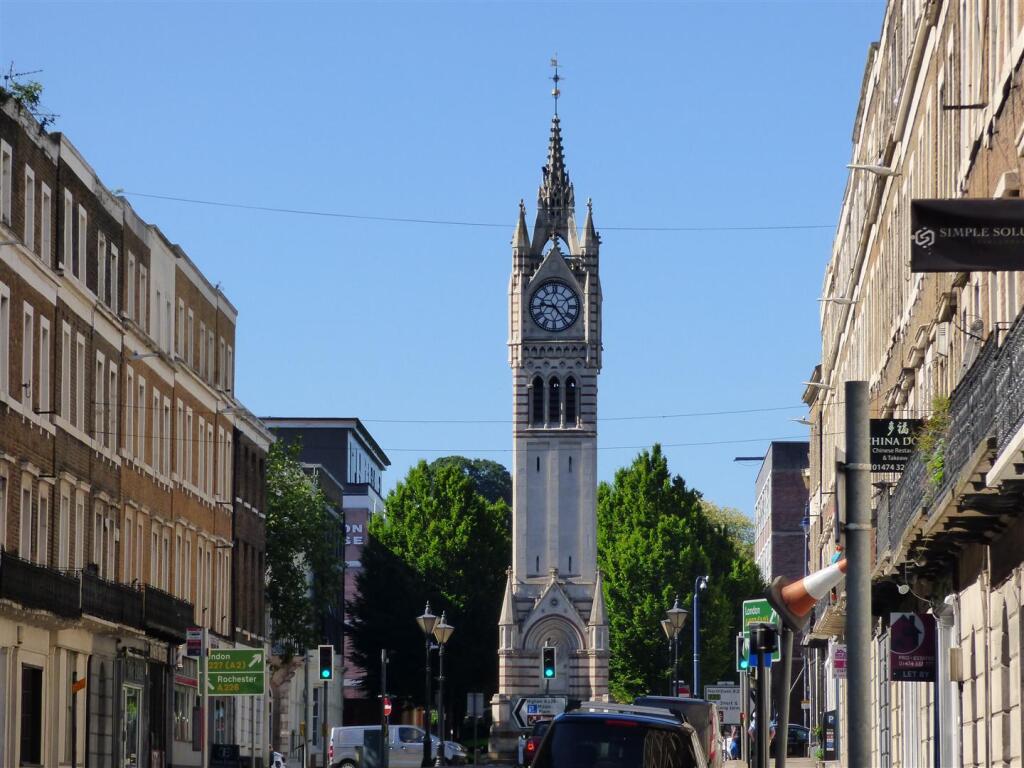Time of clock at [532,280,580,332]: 9:23
